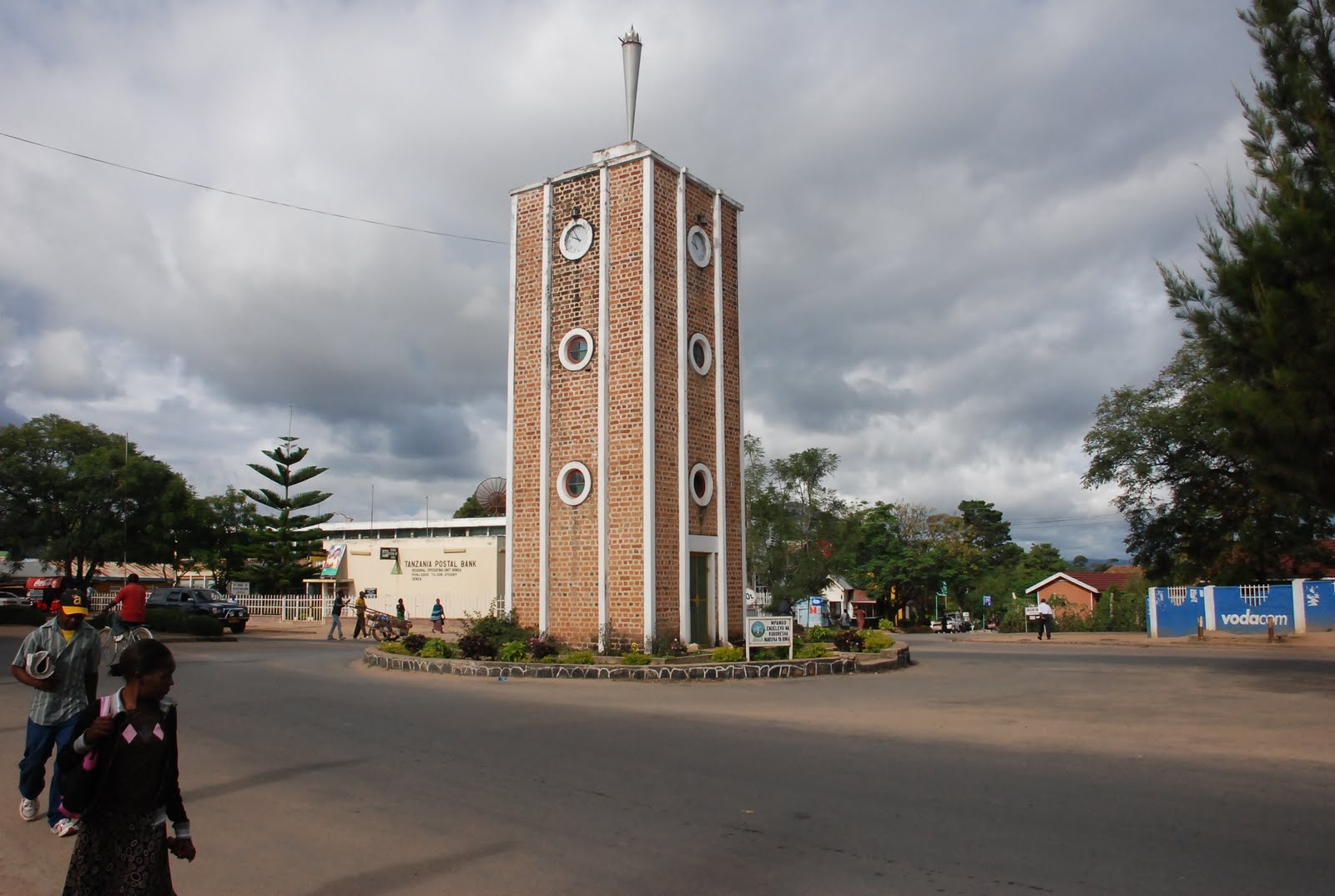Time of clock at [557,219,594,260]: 9:54
